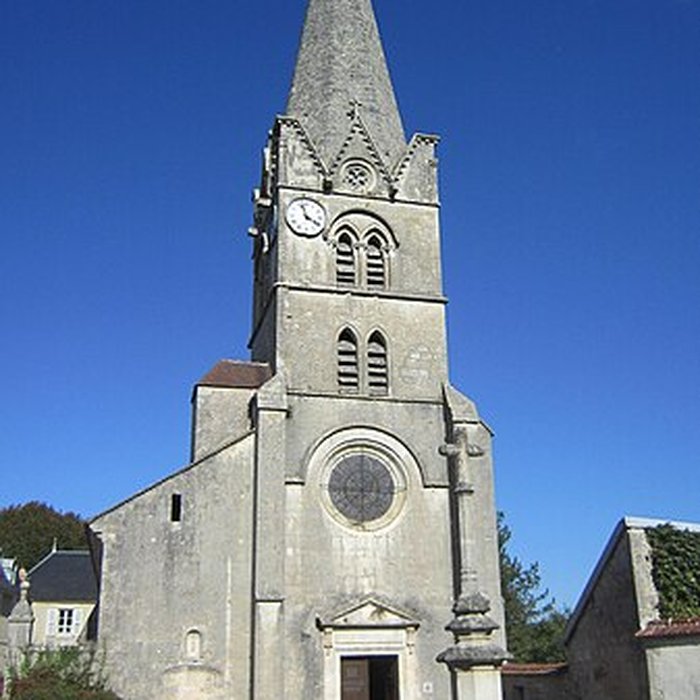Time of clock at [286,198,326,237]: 3:57
